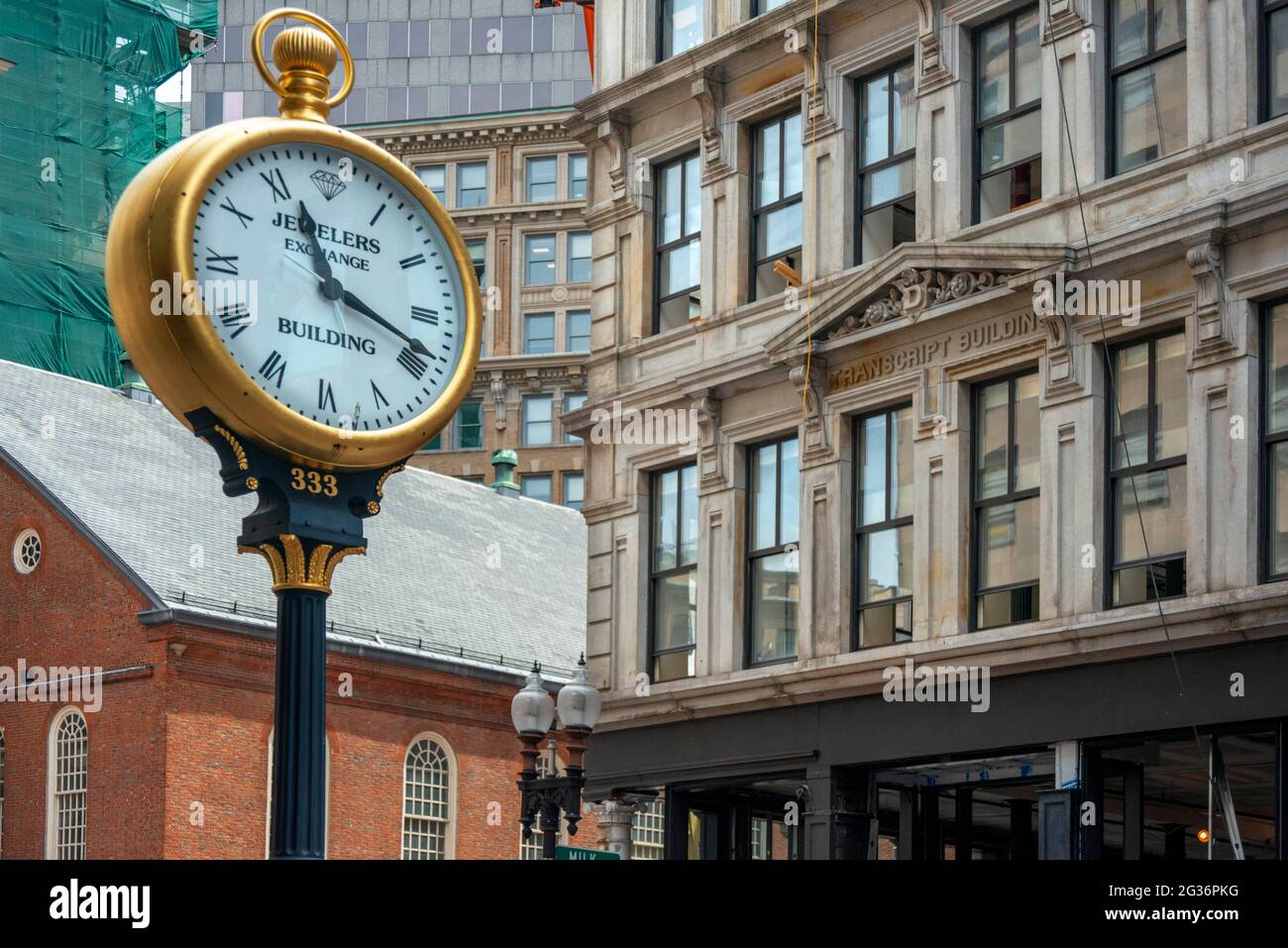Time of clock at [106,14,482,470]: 11:18
